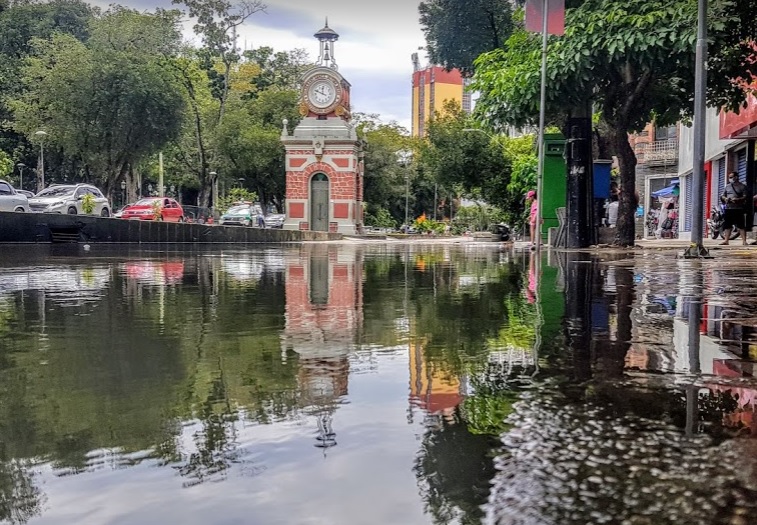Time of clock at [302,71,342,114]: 11:48
